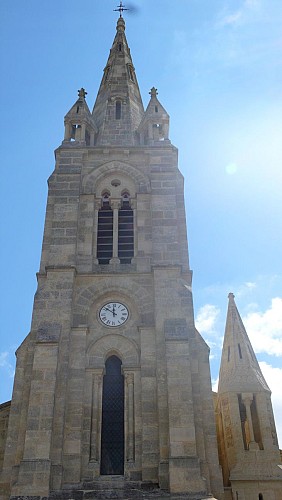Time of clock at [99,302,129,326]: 11:51
